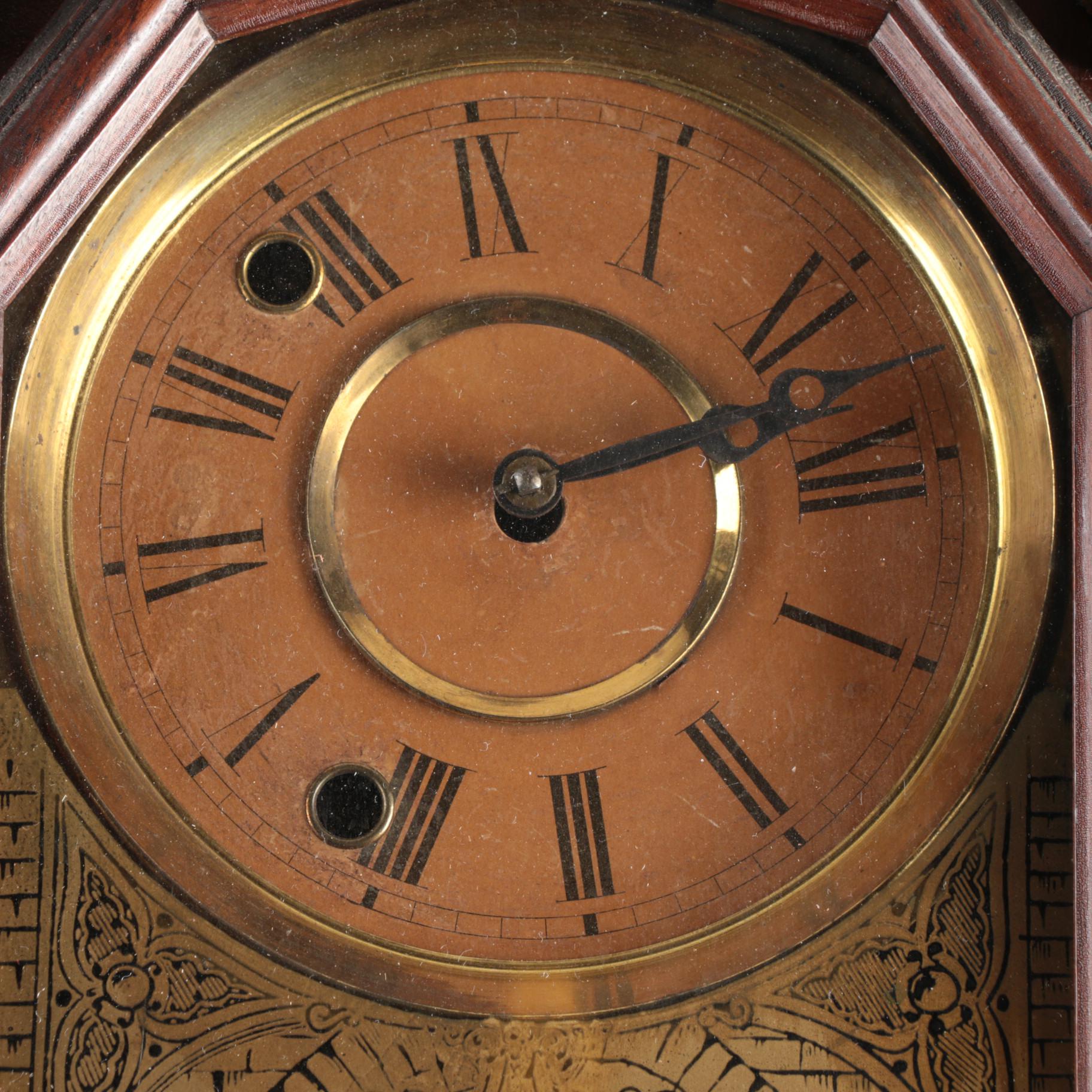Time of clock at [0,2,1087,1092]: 2:12
